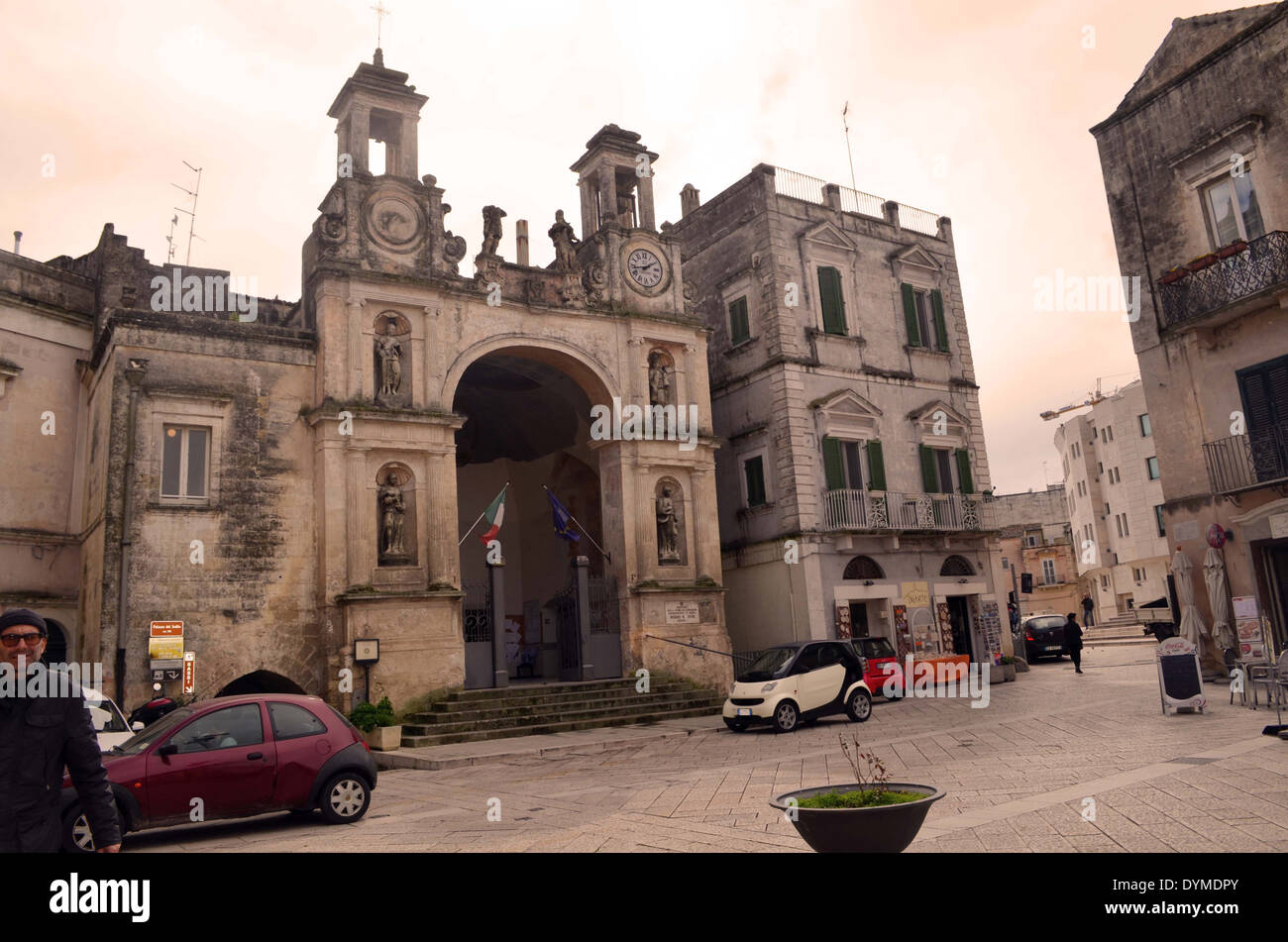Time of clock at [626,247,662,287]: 1:43
